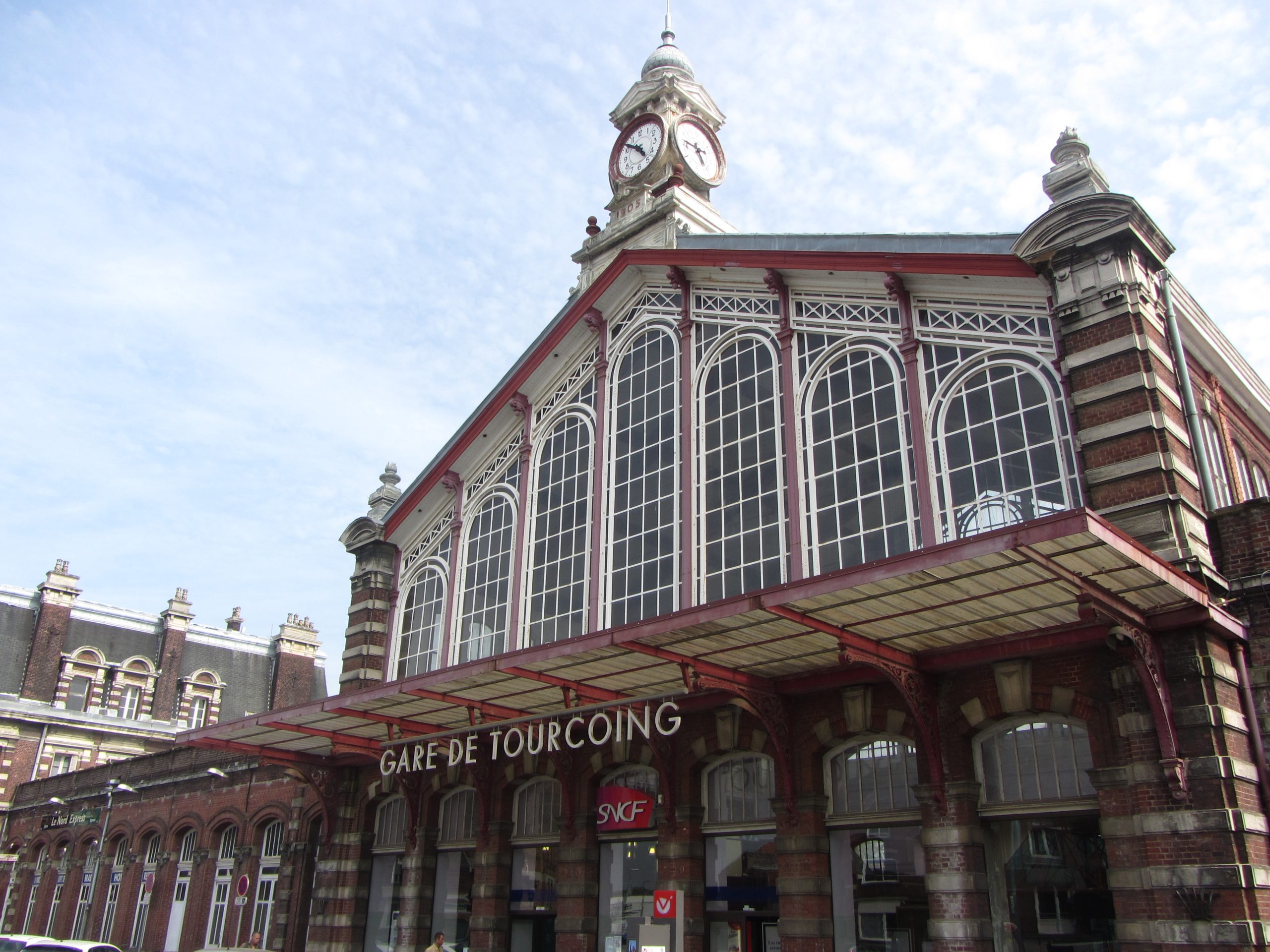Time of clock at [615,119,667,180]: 4:51
